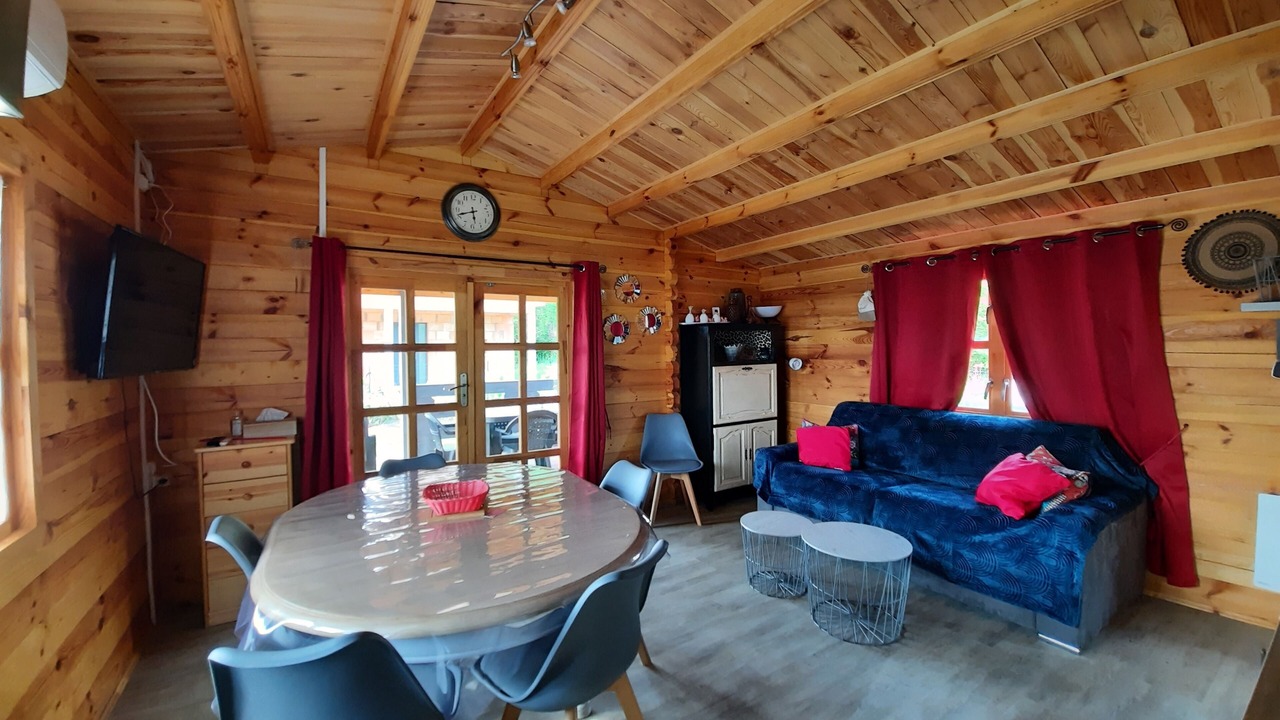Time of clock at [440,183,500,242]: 5:41
